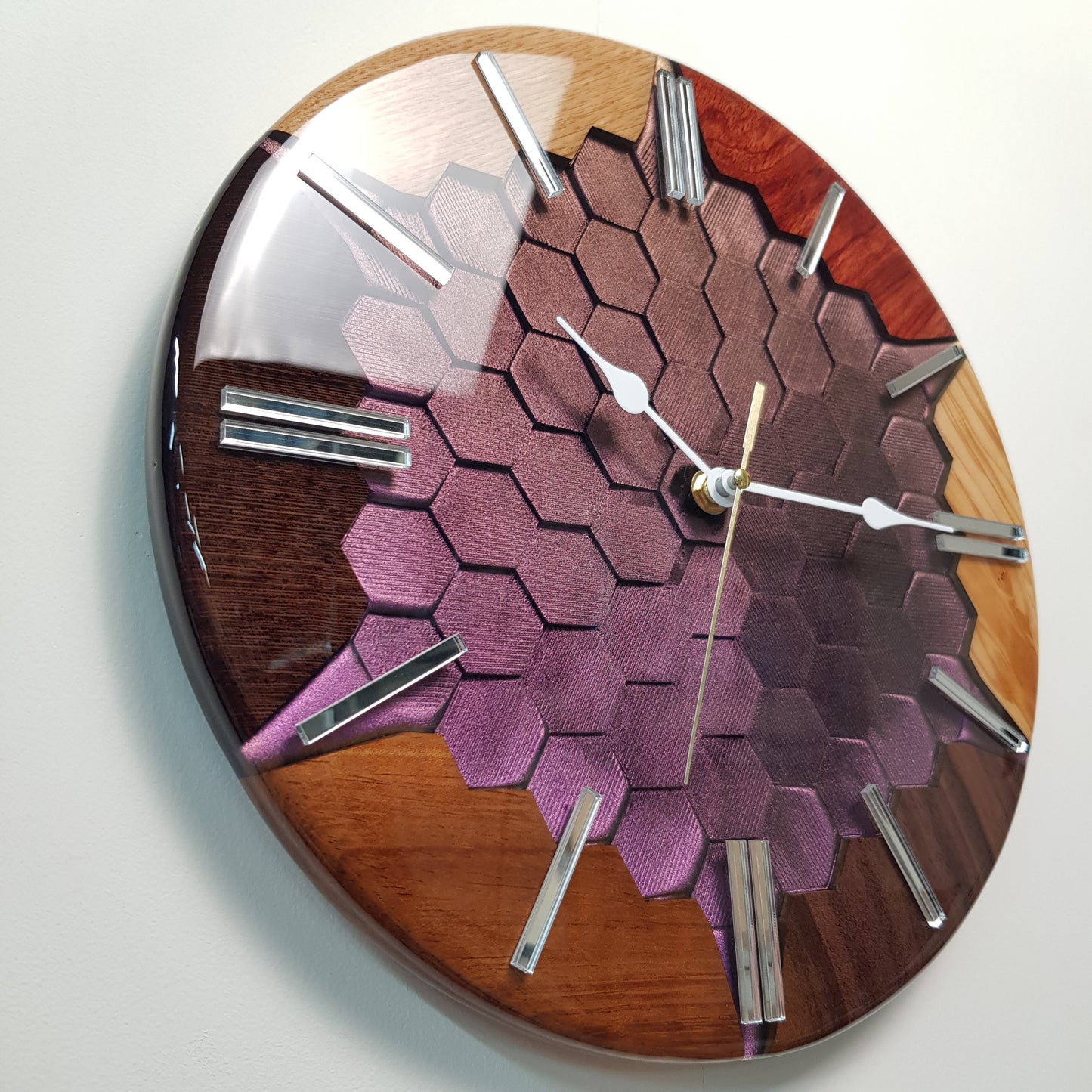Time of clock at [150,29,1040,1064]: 10:14
